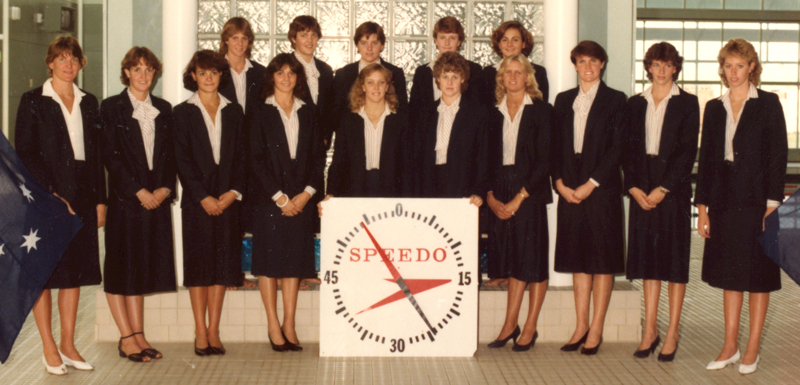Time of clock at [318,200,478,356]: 2:54
